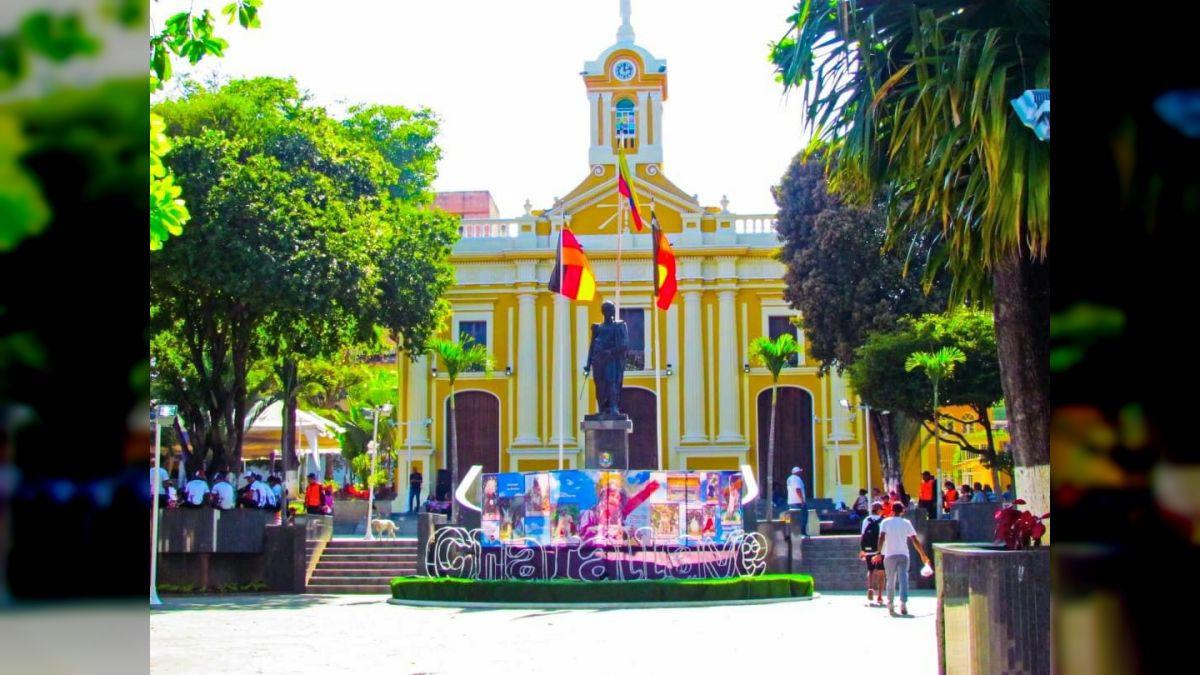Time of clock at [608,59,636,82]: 12:12
